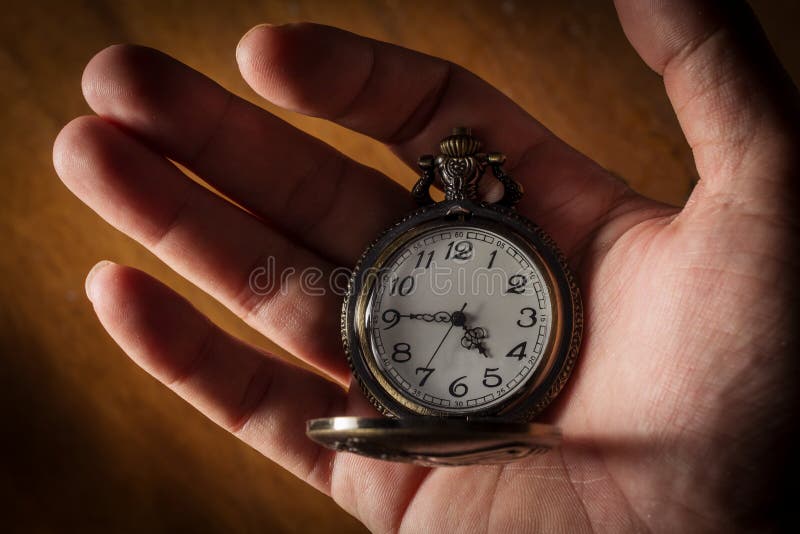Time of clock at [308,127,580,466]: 4:45
